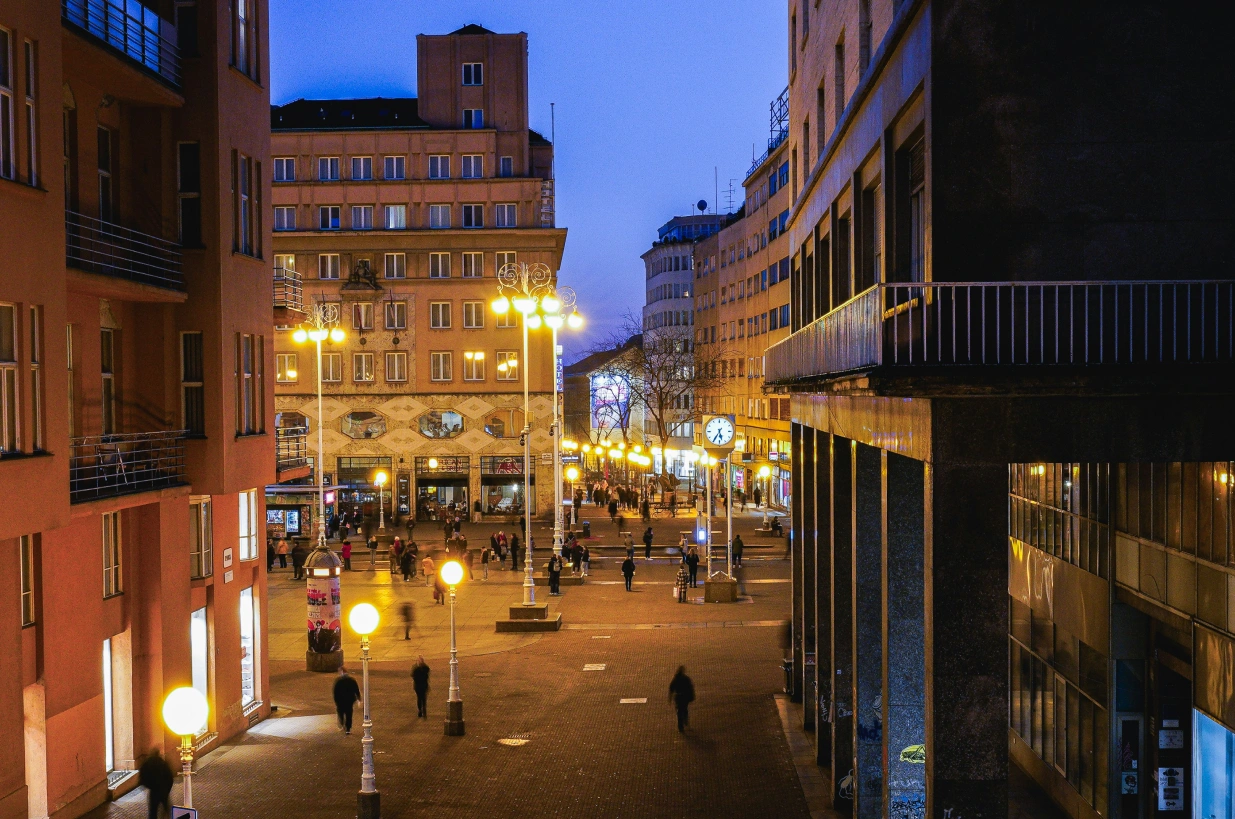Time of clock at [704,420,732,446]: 5:35
